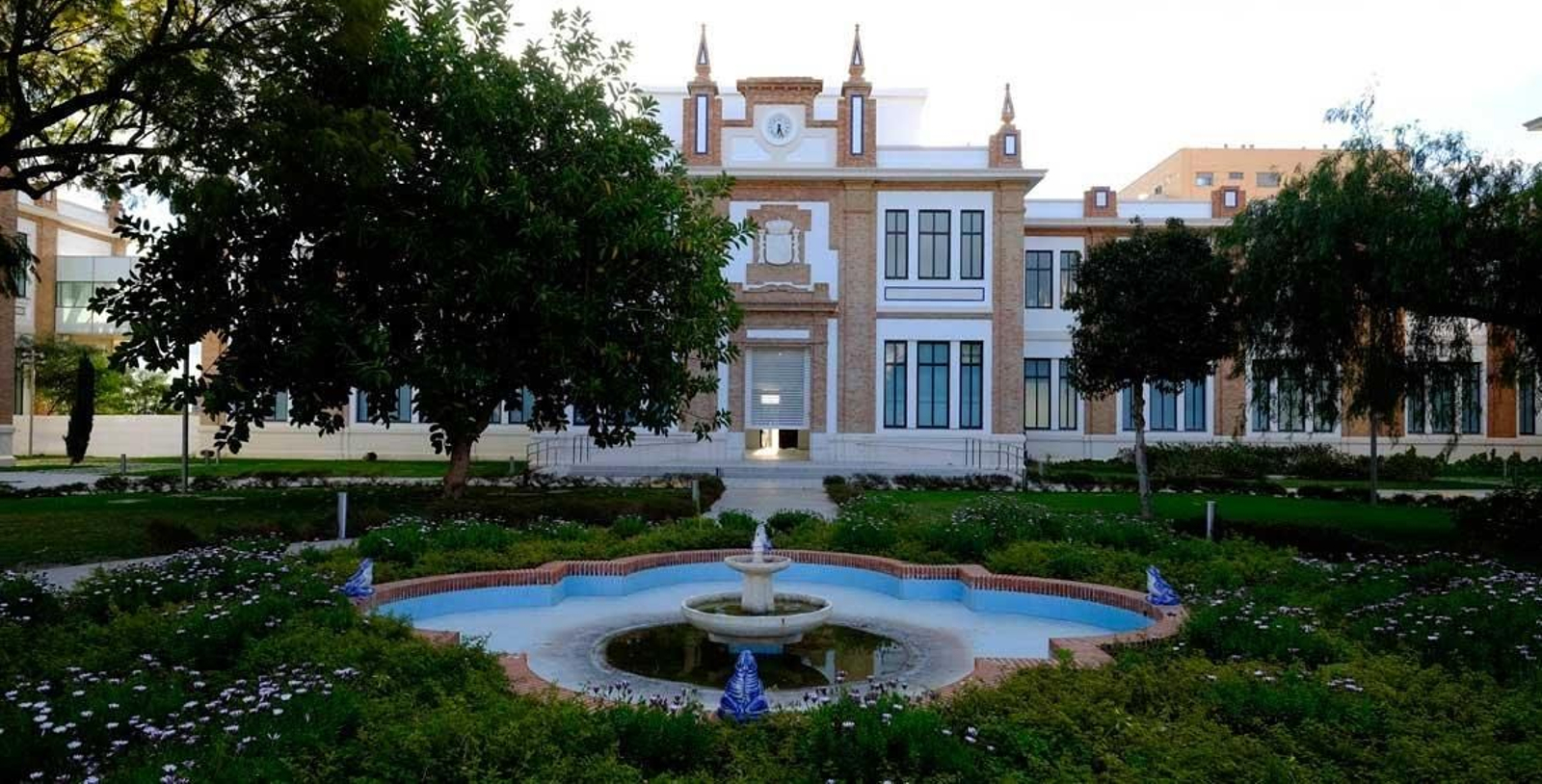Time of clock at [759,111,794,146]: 6:26
